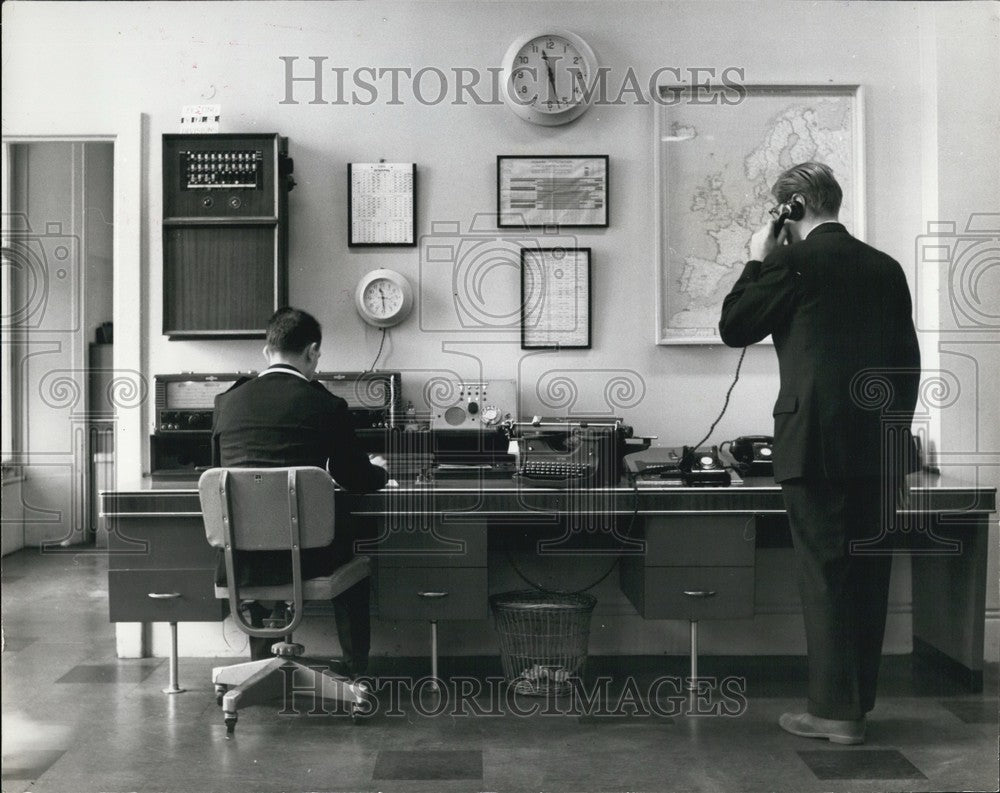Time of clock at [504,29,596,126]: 11:28
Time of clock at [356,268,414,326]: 11:28
